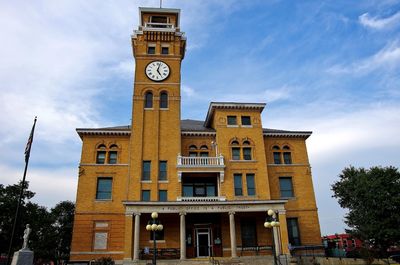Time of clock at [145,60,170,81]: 5:02
